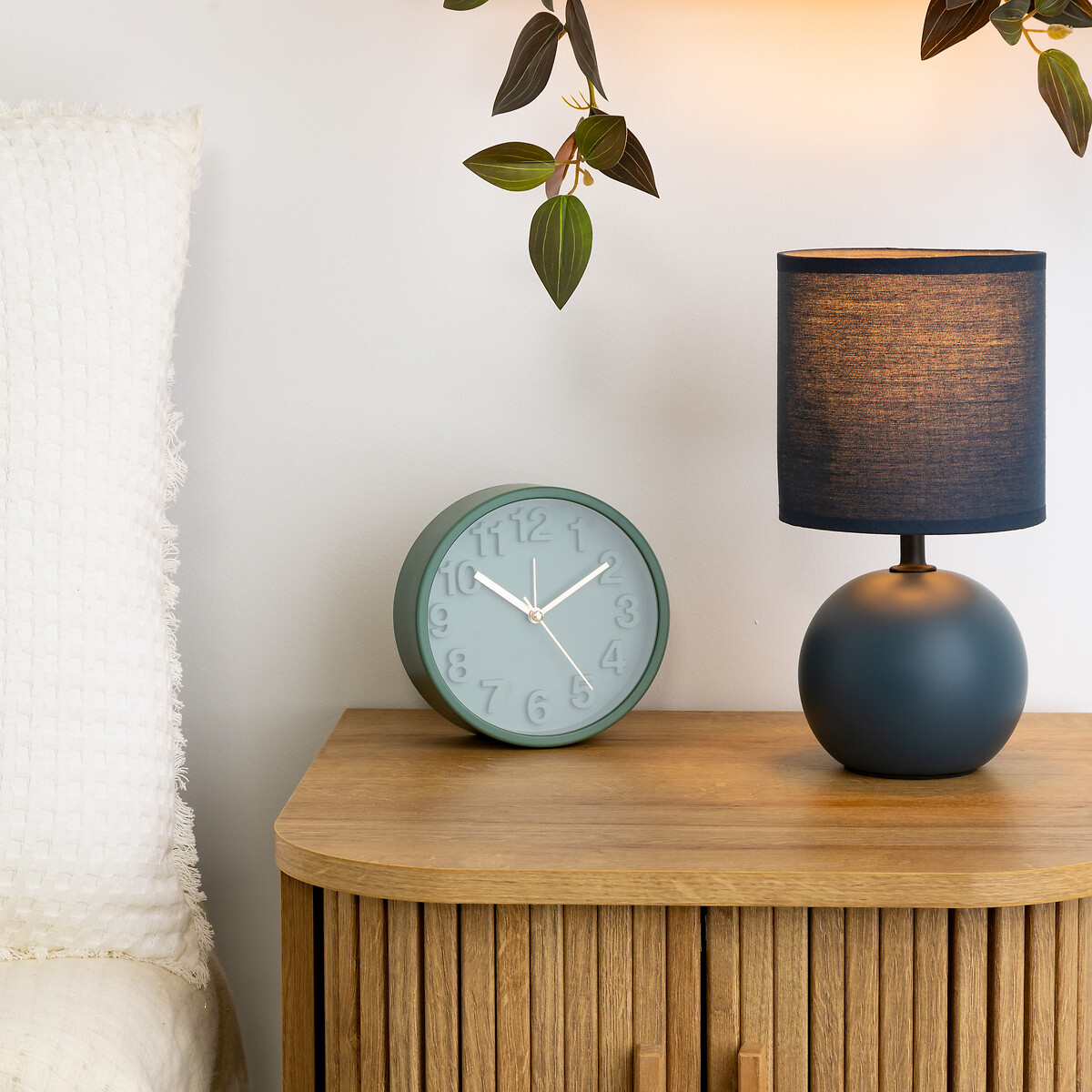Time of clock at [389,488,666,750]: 10:09
